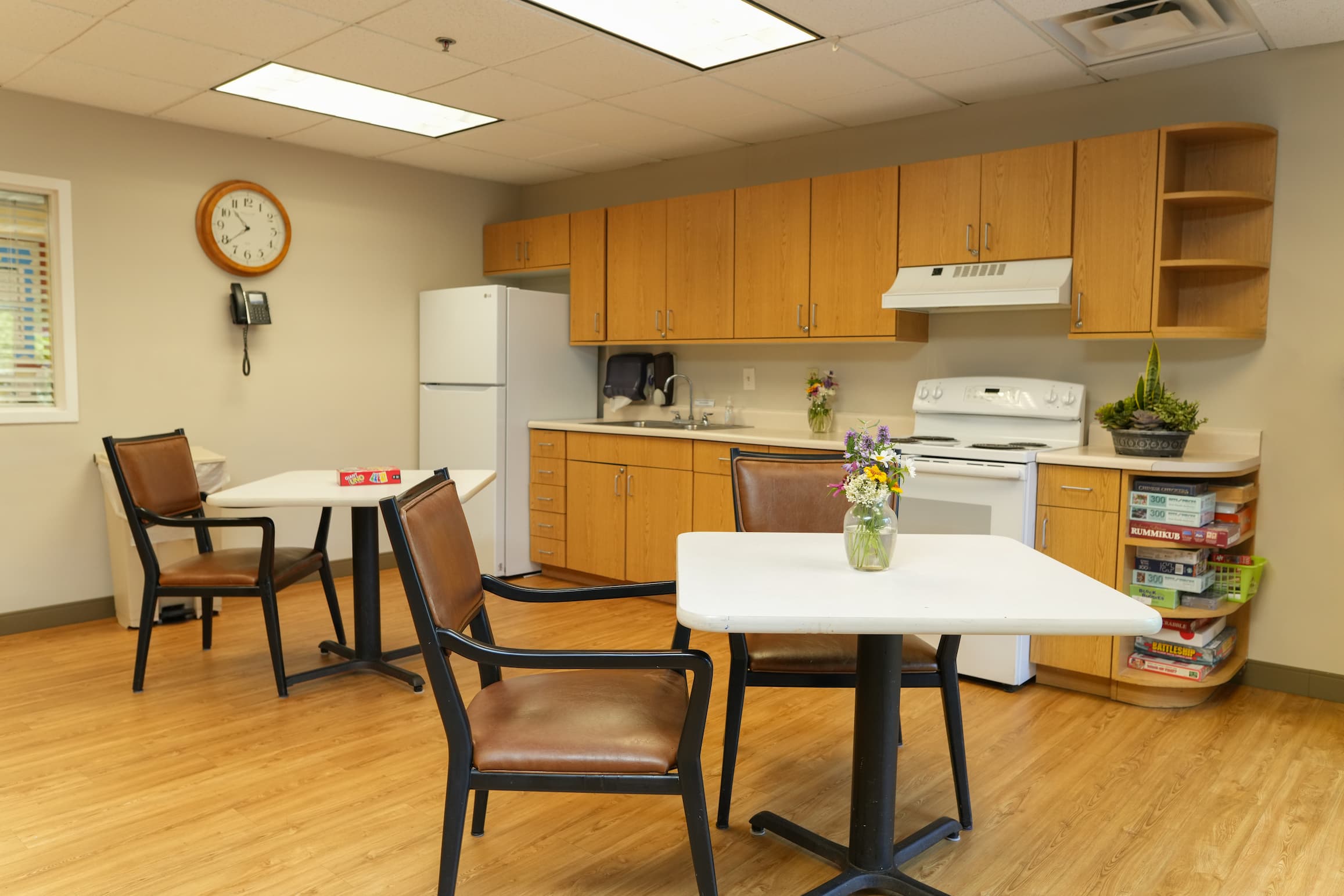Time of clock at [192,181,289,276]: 10:38
